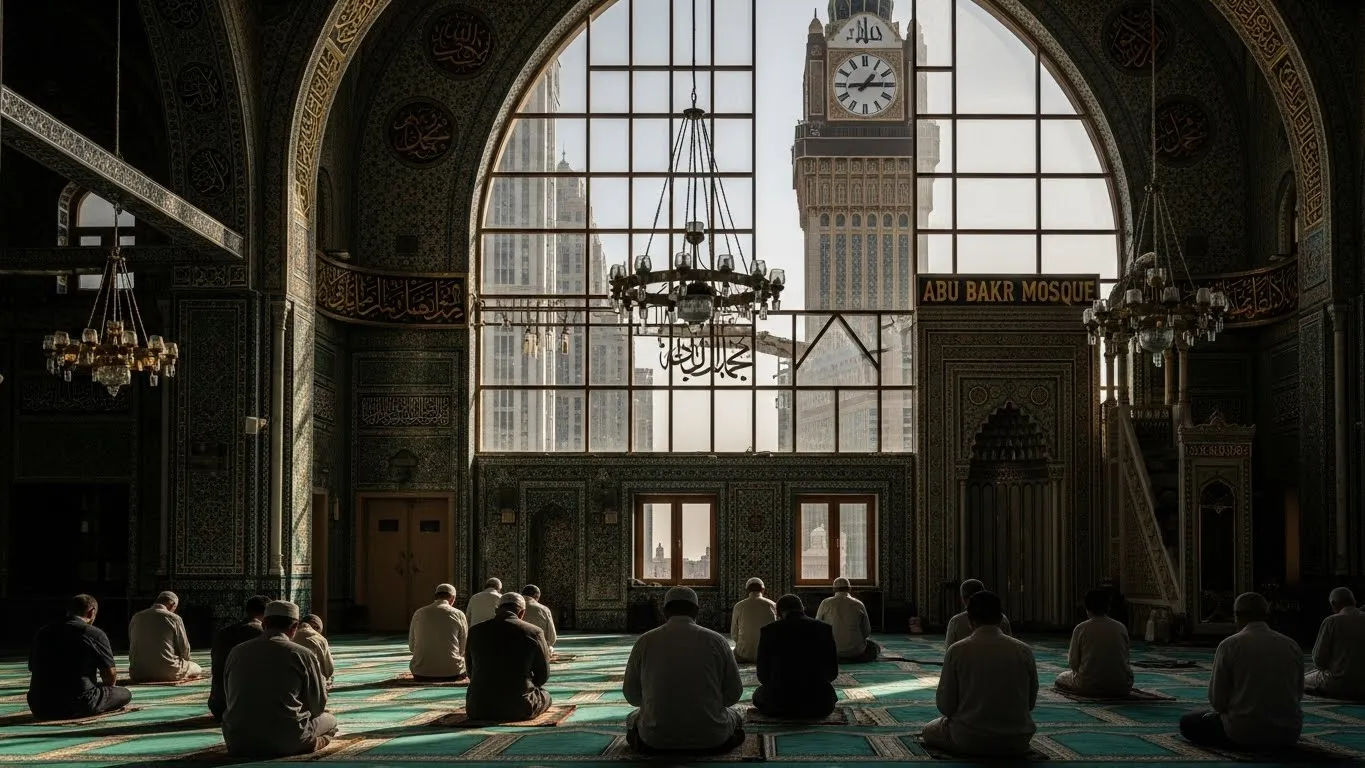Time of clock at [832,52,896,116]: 1:14
